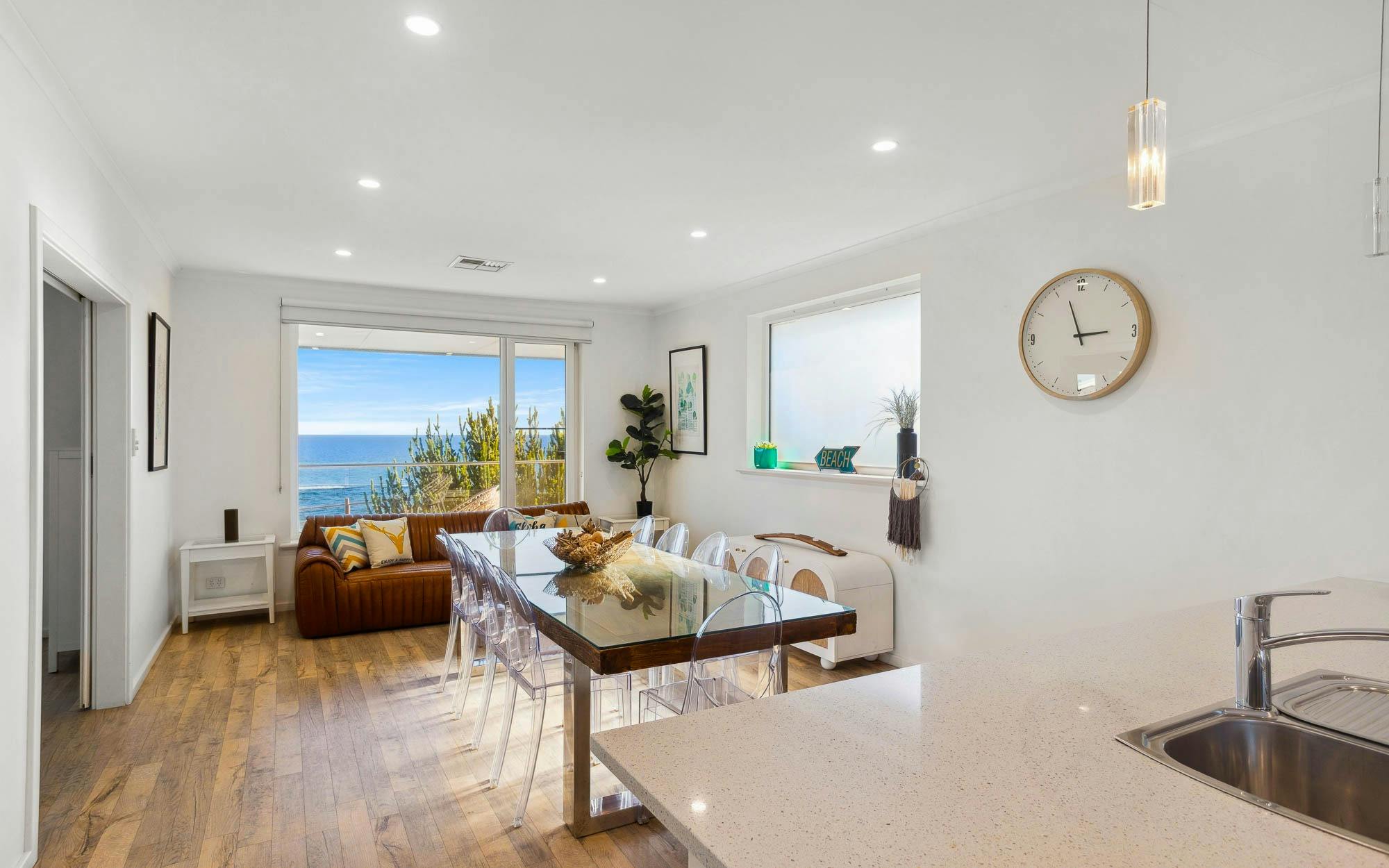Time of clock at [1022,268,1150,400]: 2:56
